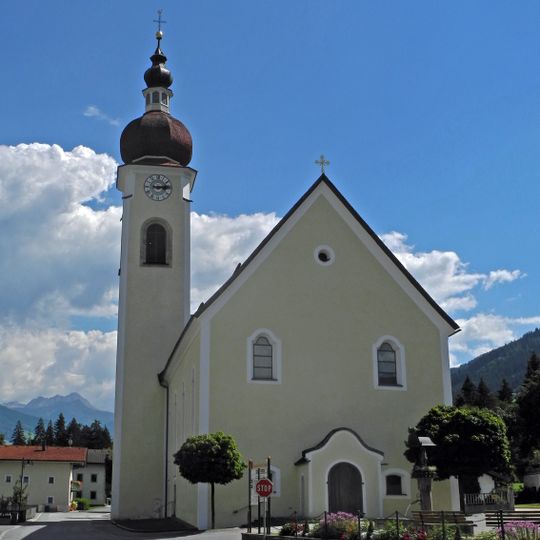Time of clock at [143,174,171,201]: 9:14
